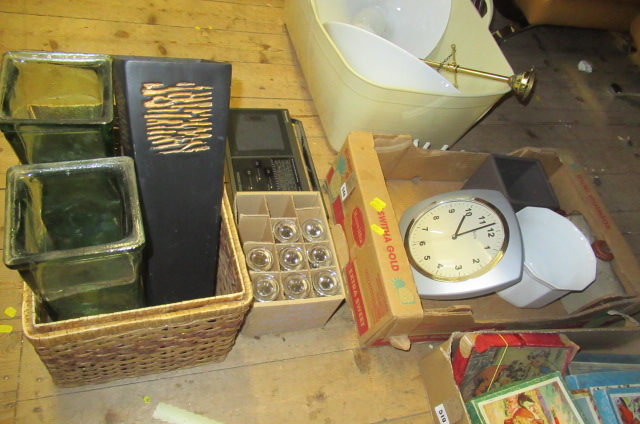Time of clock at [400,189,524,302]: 1:12
